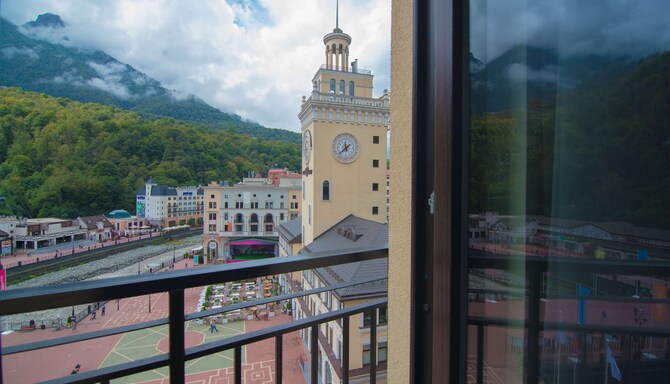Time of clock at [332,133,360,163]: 11:37
